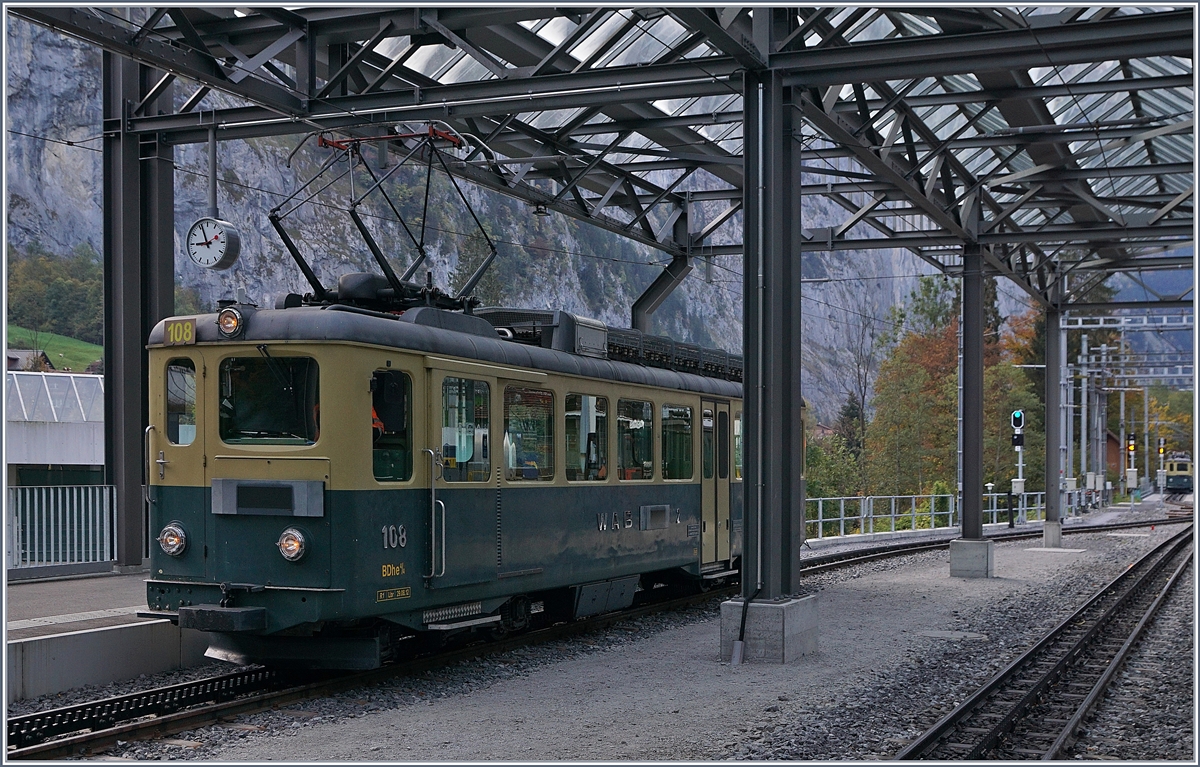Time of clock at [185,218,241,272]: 8:56
